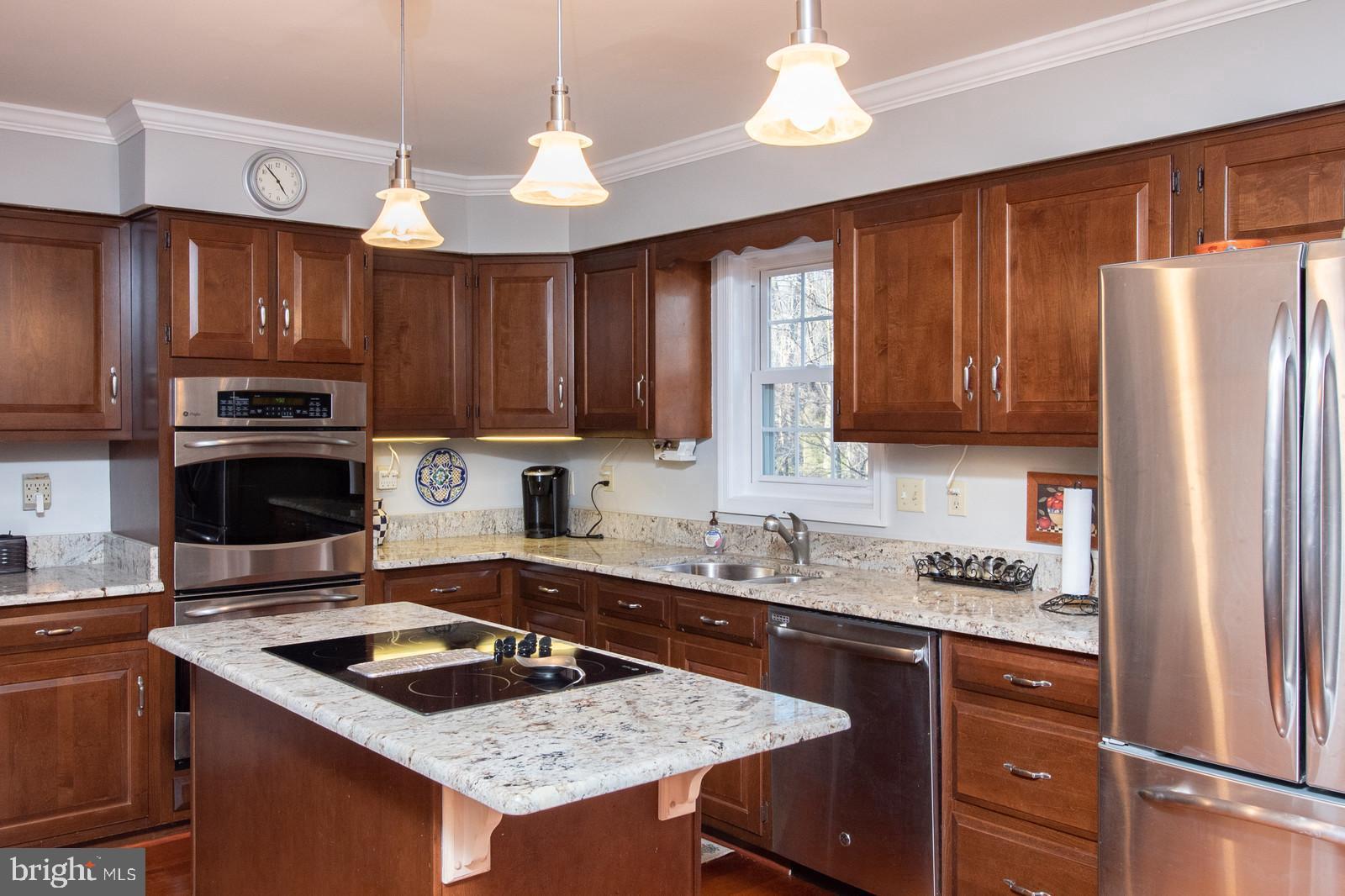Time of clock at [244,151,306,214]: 4:53
